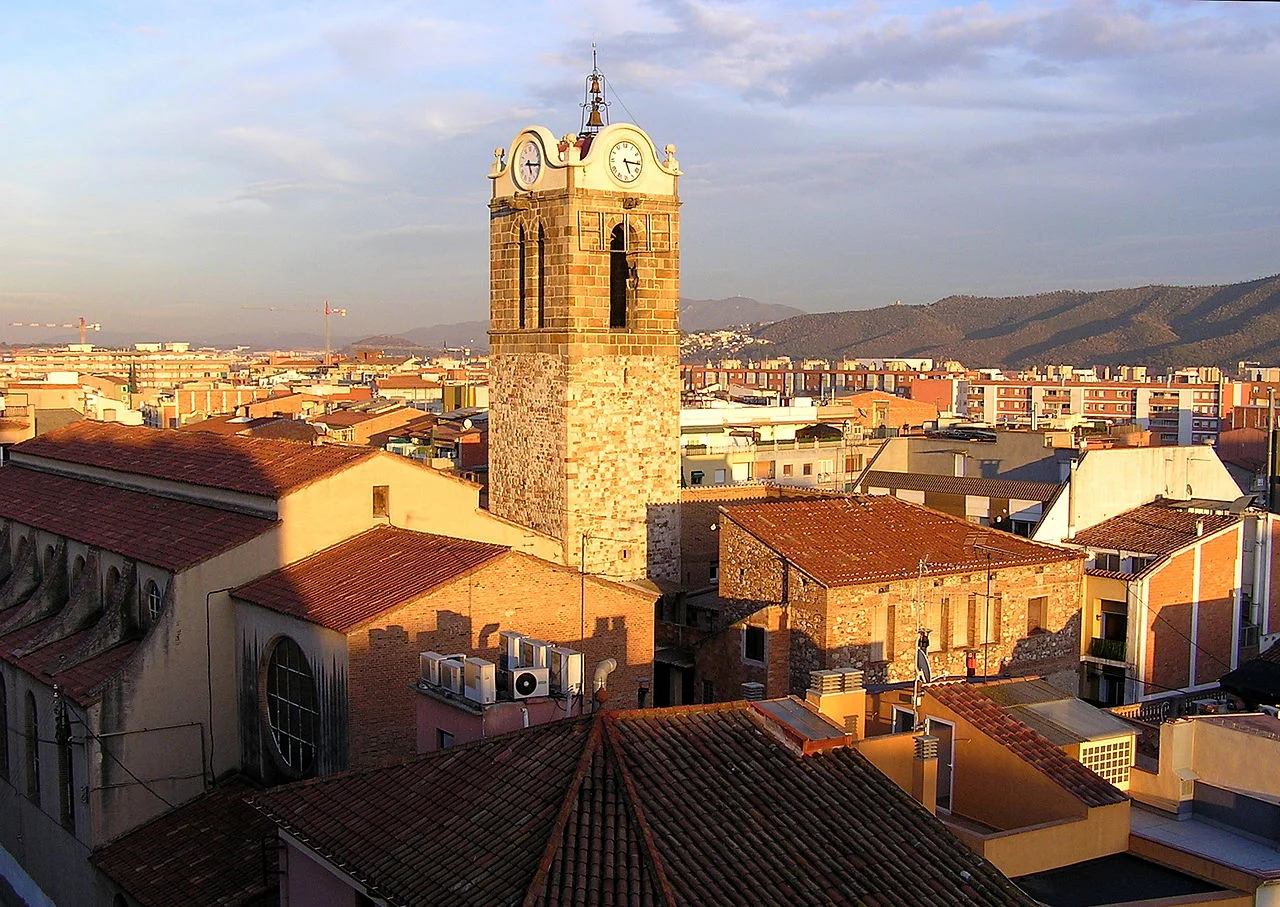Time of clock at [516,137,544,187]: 5:15
